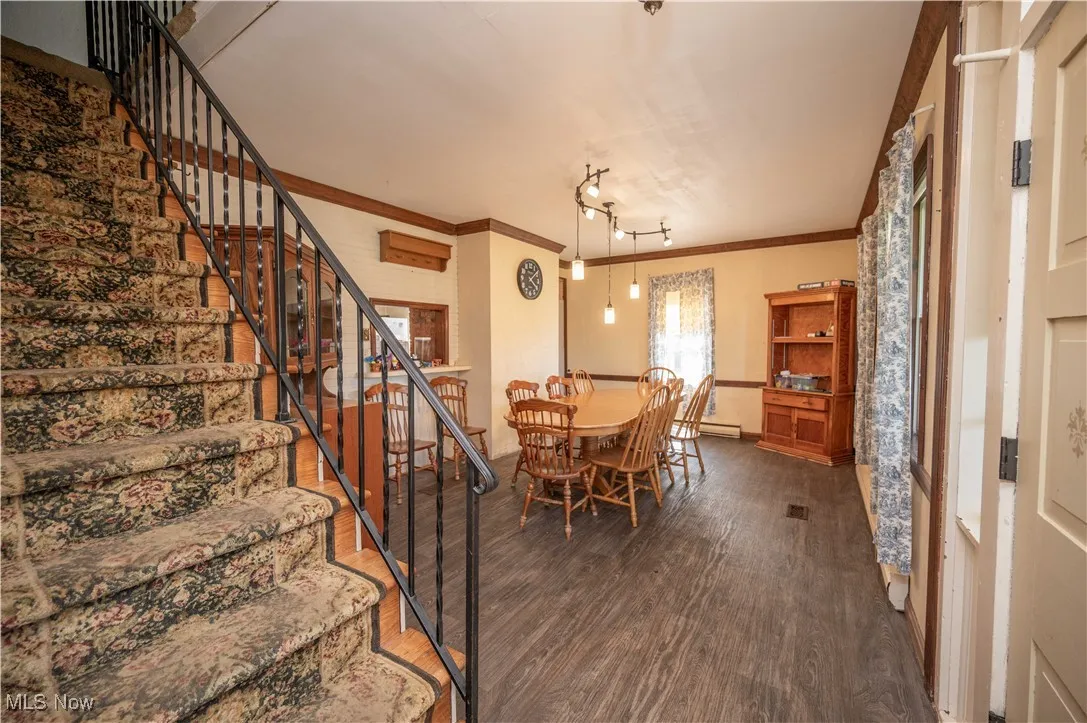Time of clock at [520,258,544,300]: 4:07
